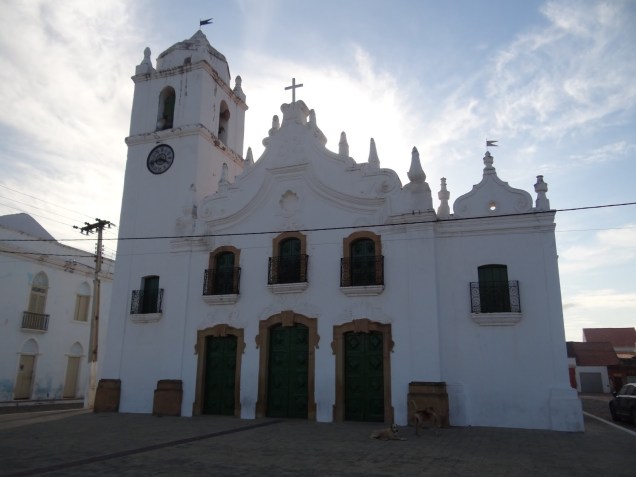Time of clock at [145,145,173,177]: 3:42
